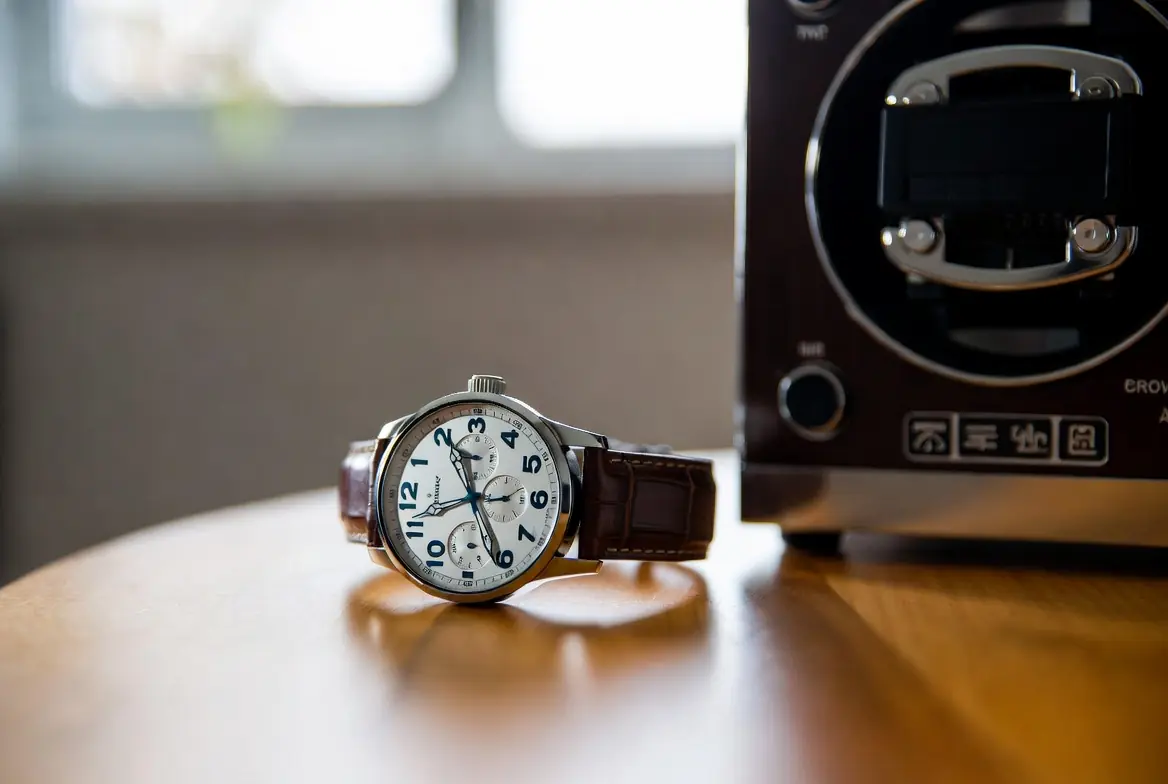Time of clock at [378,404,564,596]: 11:25
